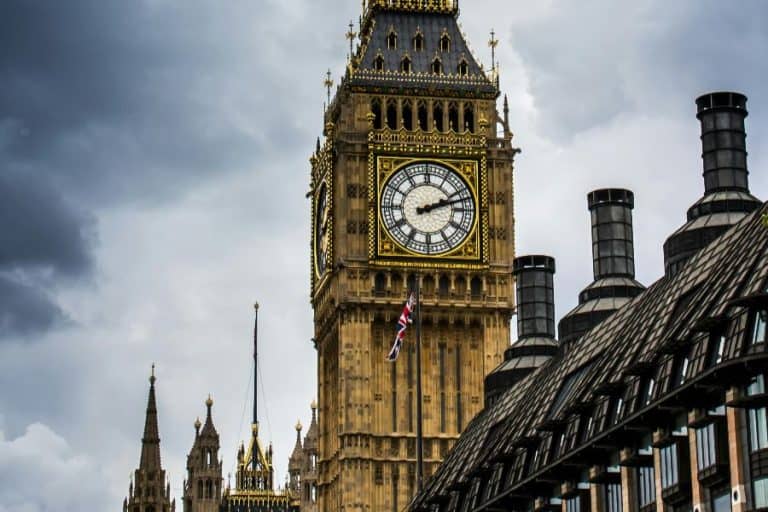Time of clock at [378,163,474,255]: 2:12
